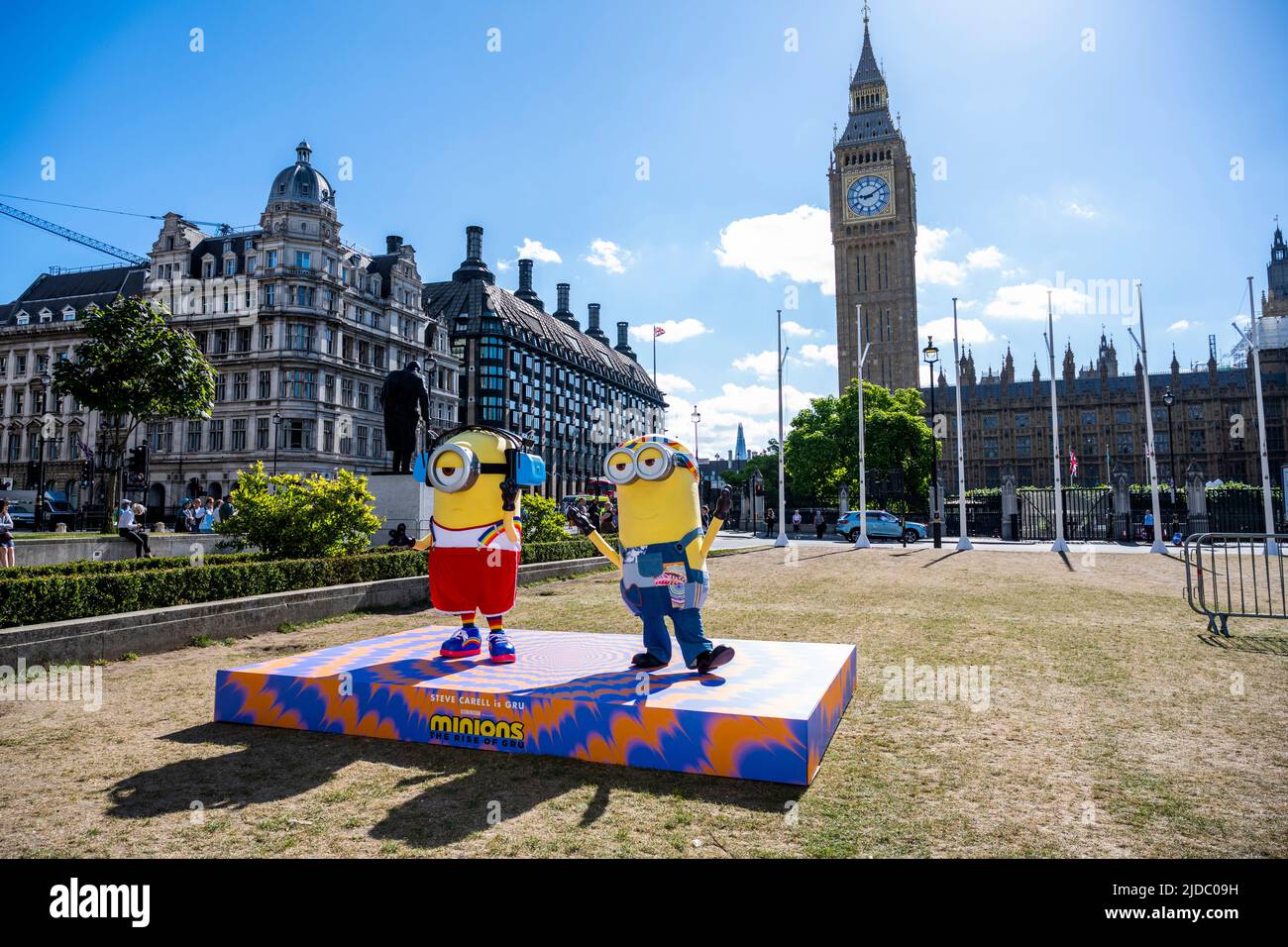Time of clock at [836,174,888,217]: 9:10
